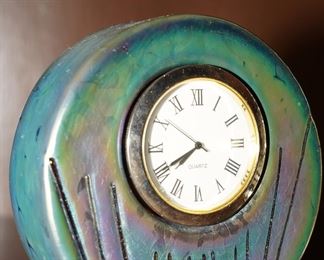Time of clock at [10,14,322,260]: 7:40
